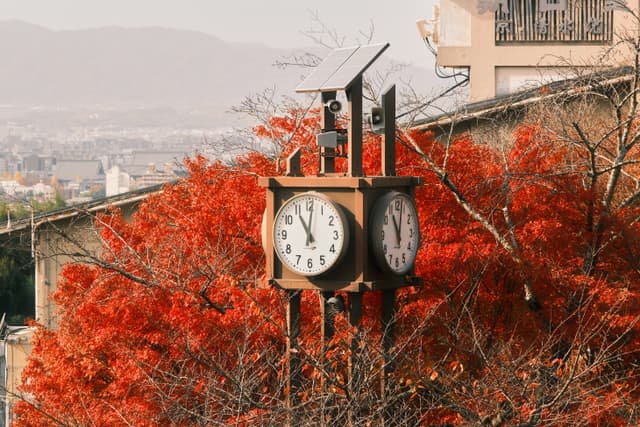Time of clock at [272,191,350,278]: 11:01
